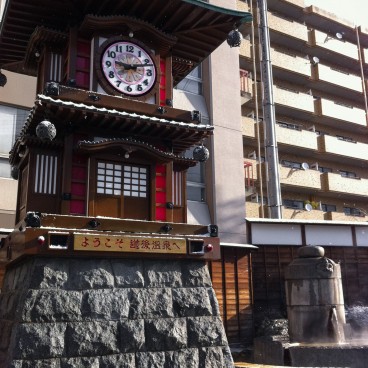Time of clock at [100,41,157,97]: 9:11
